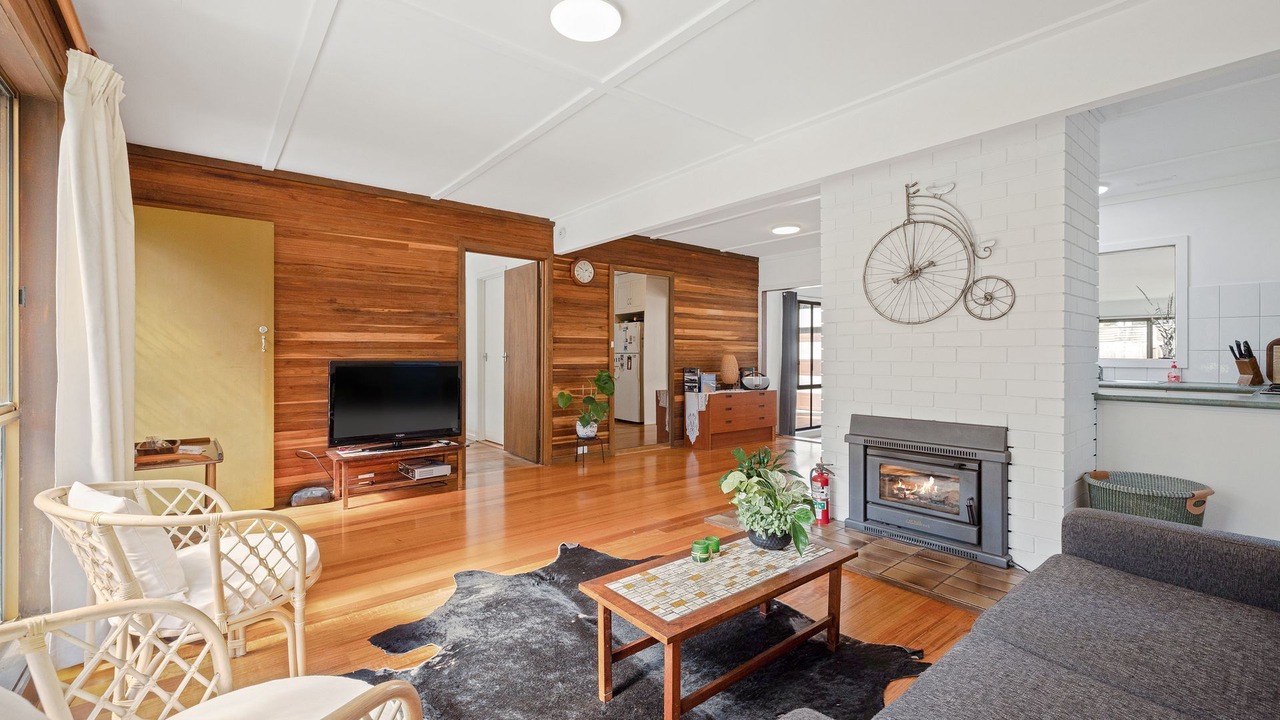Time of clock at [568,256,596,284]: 1:50
